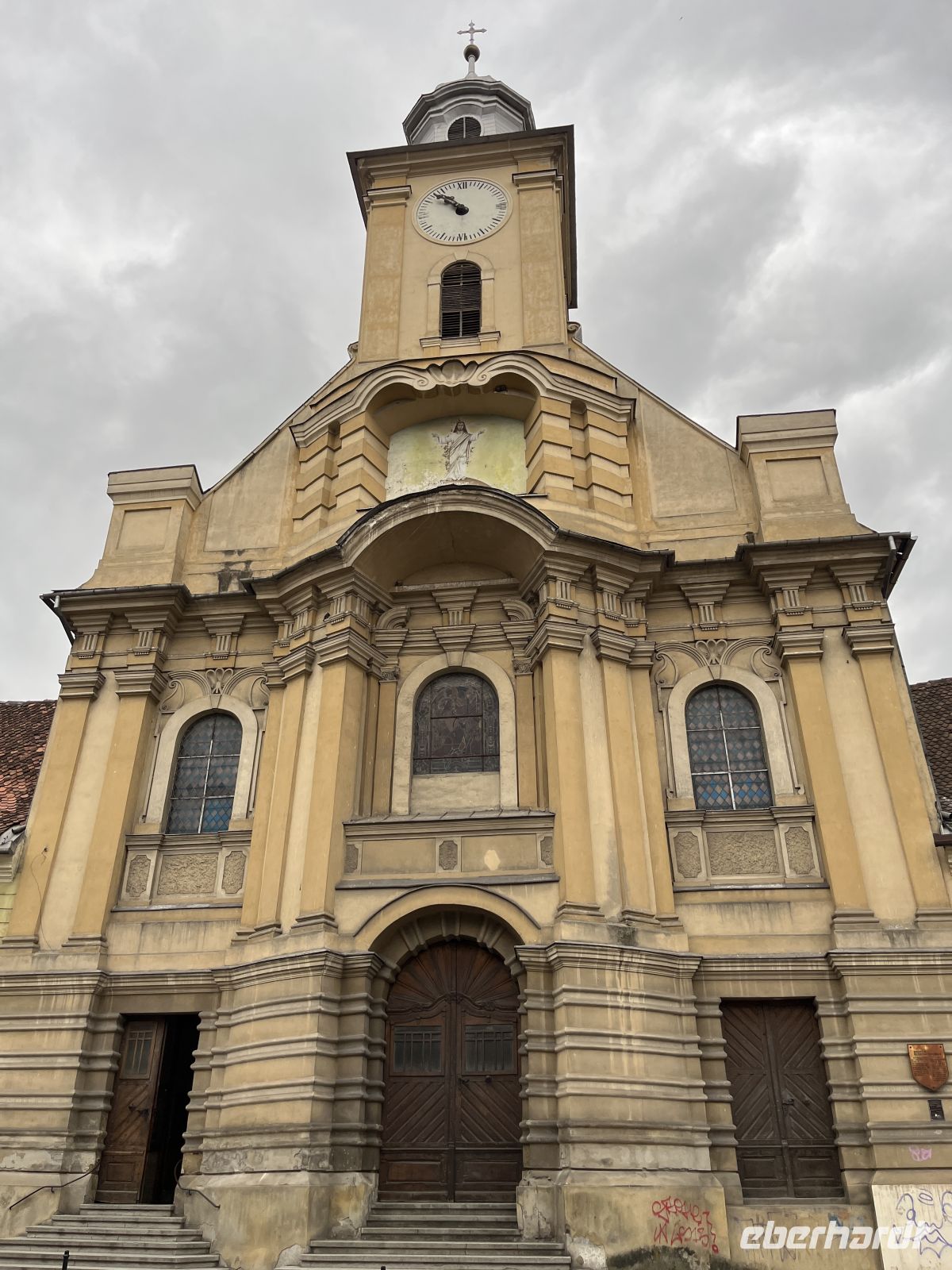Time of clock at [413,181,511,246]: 10:52
